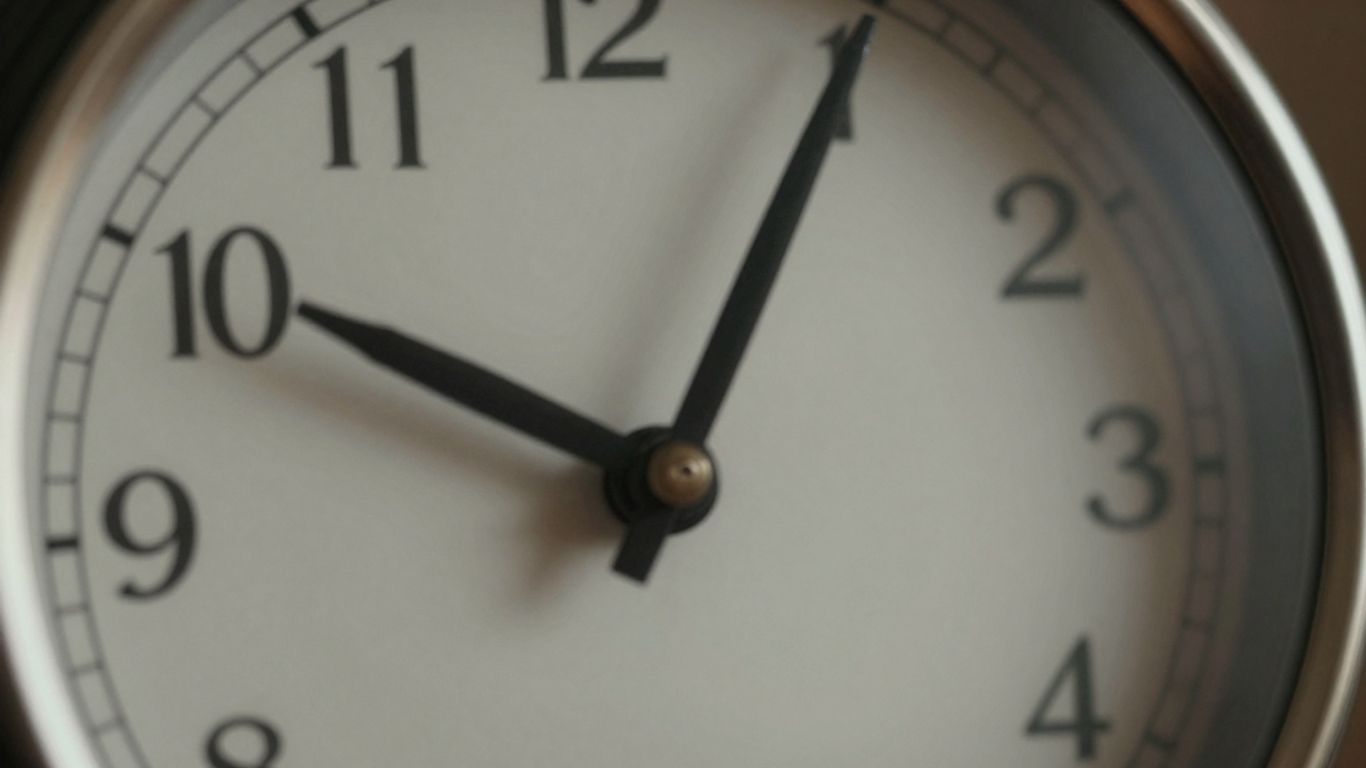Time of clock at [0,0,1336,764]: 10:04
